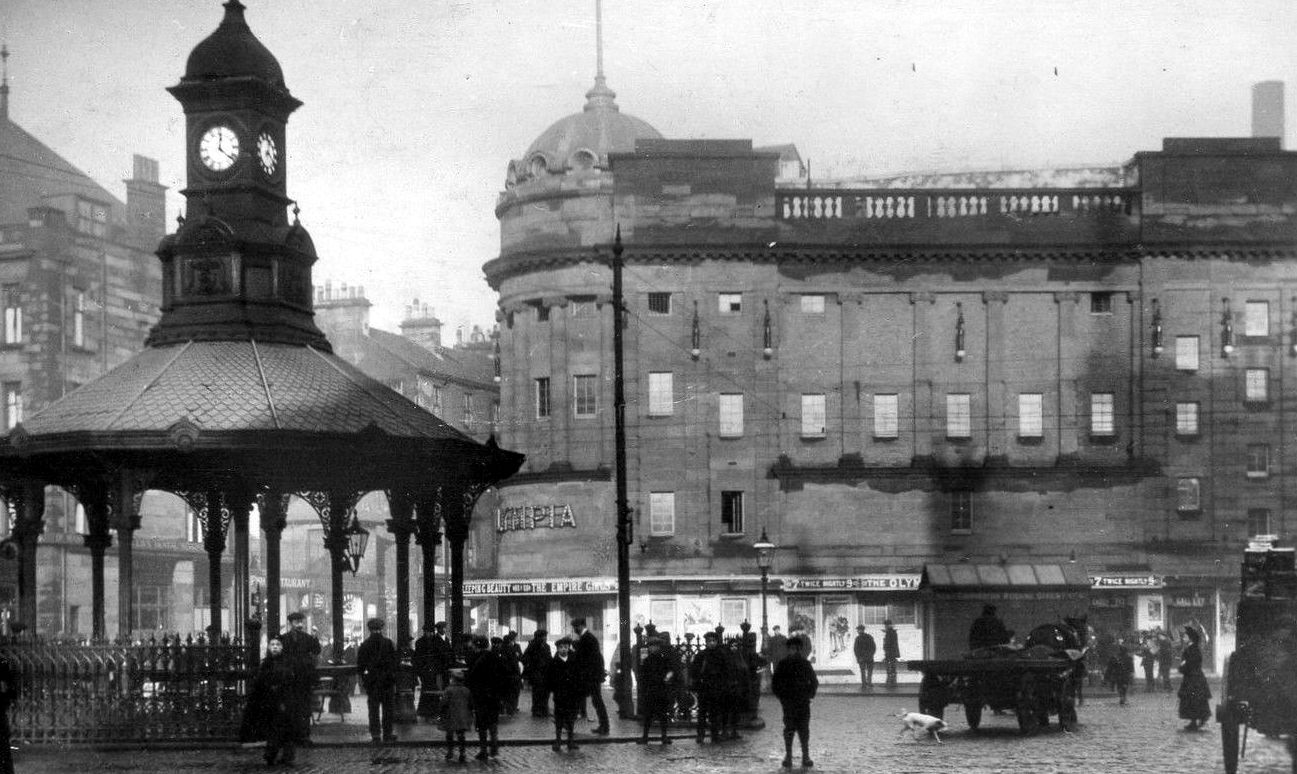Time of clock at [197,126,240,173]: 12:21
